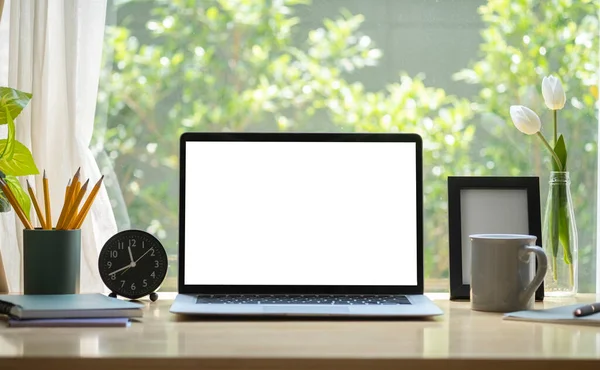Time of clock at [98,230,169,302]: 11:41
